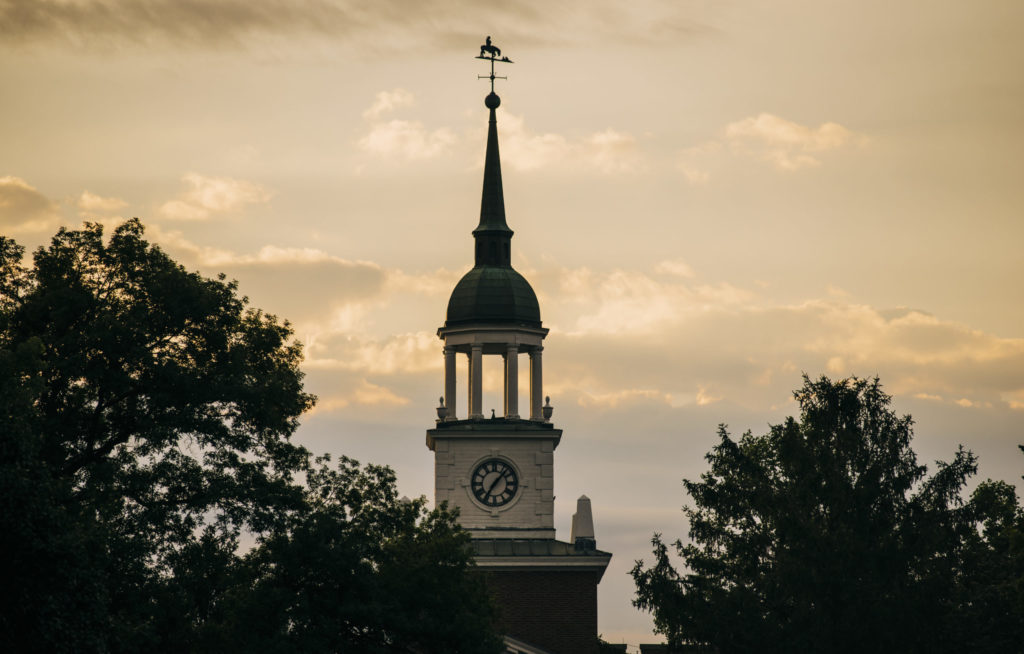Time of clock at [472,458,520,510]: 7:07
